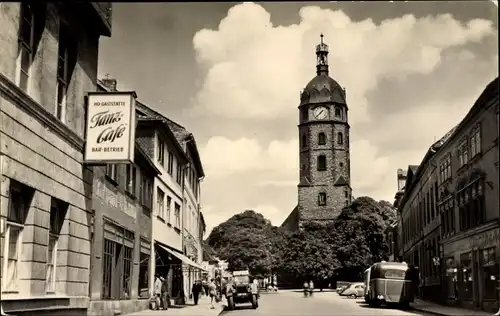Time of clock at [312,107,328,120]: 1:37
